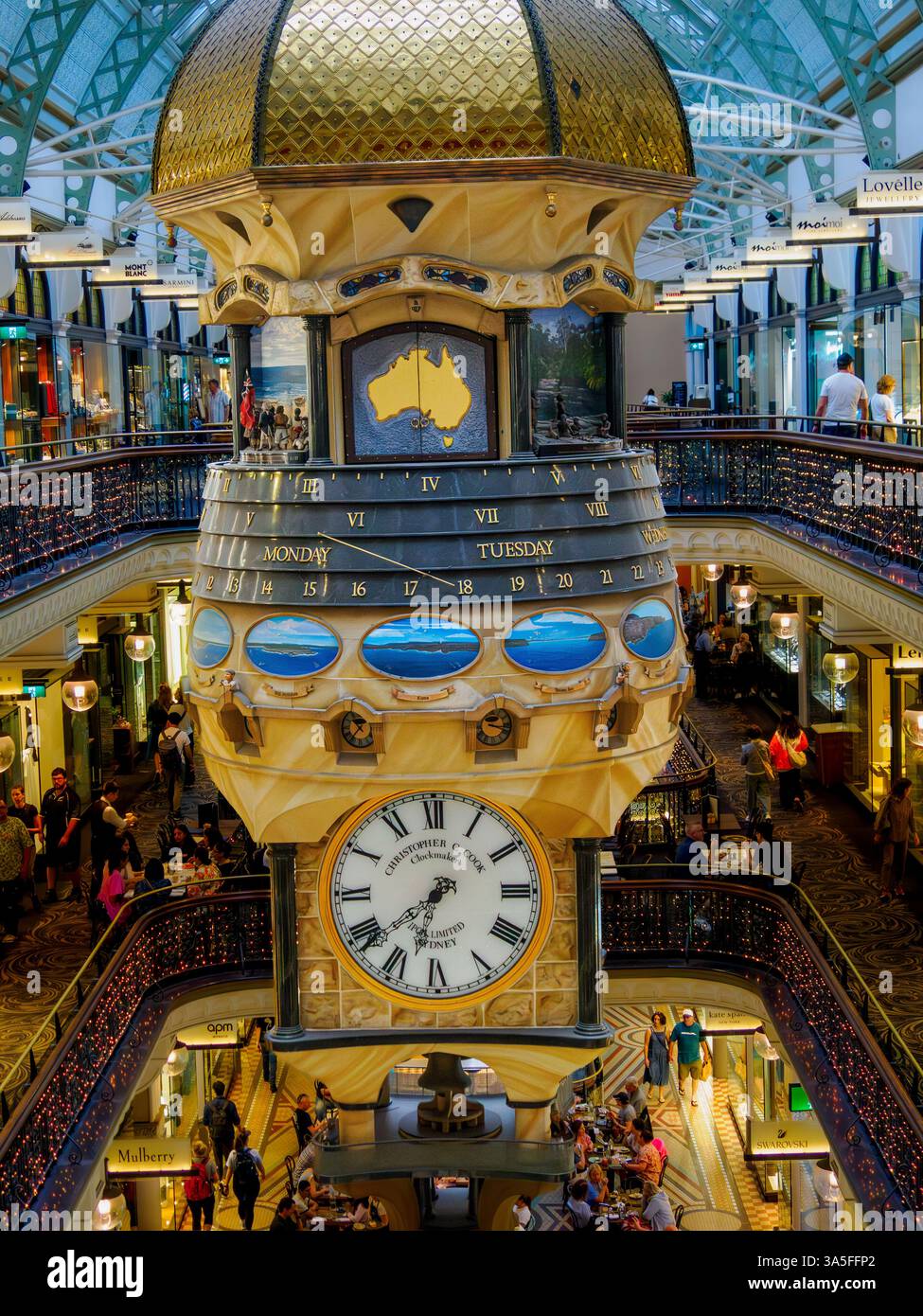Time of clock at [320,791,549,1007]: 6:38
